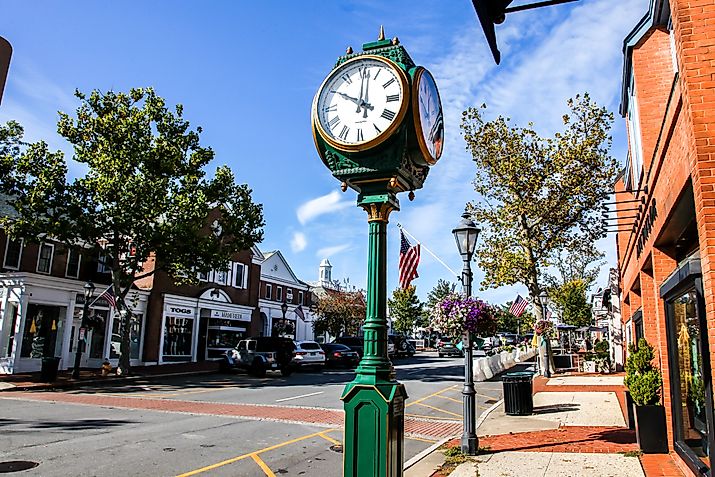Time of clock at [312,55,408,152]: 10:00
